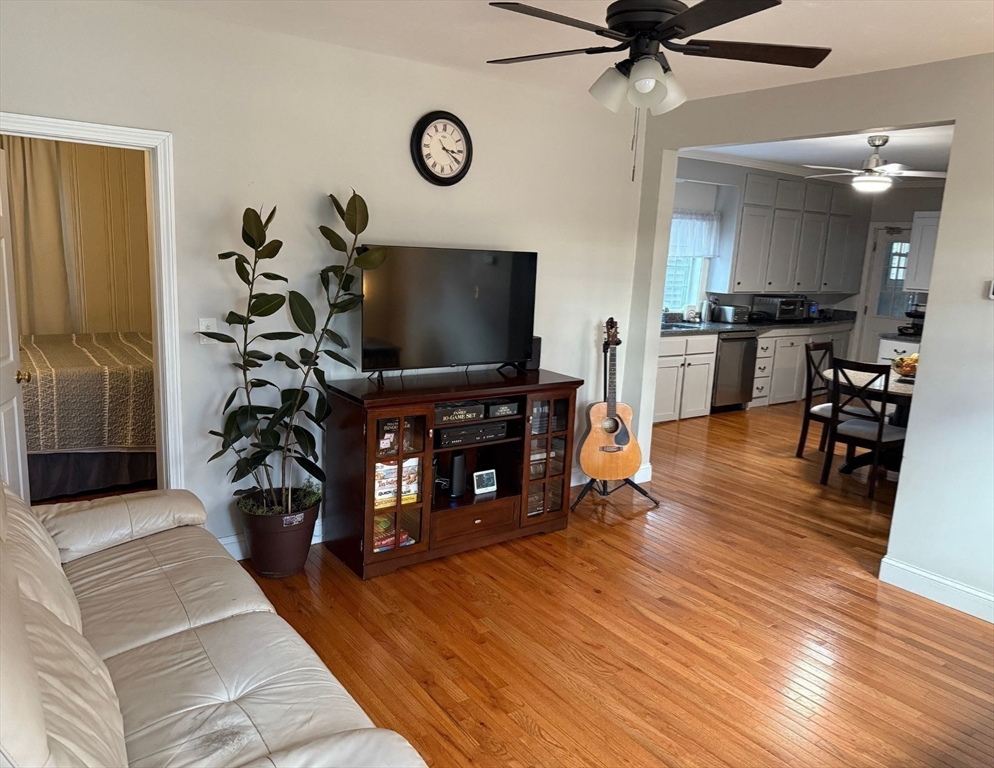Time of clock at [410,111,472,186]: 3:20
